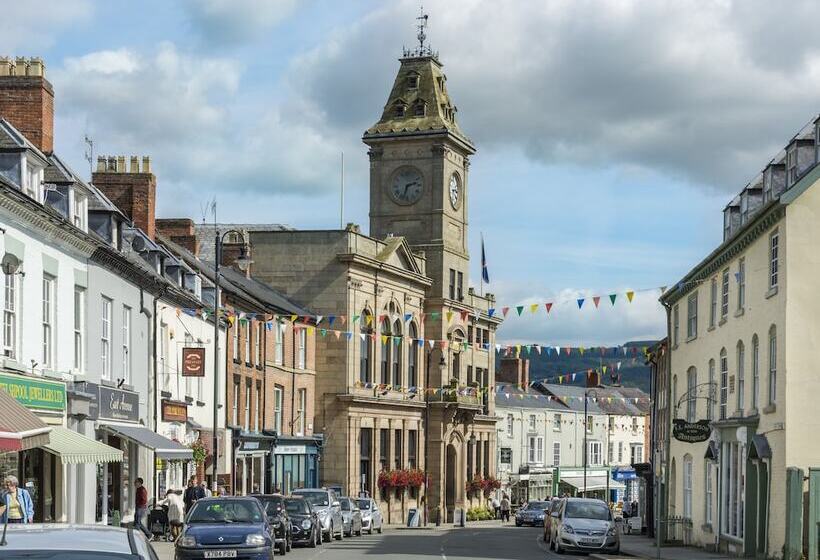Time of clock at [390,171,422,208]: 2:33
